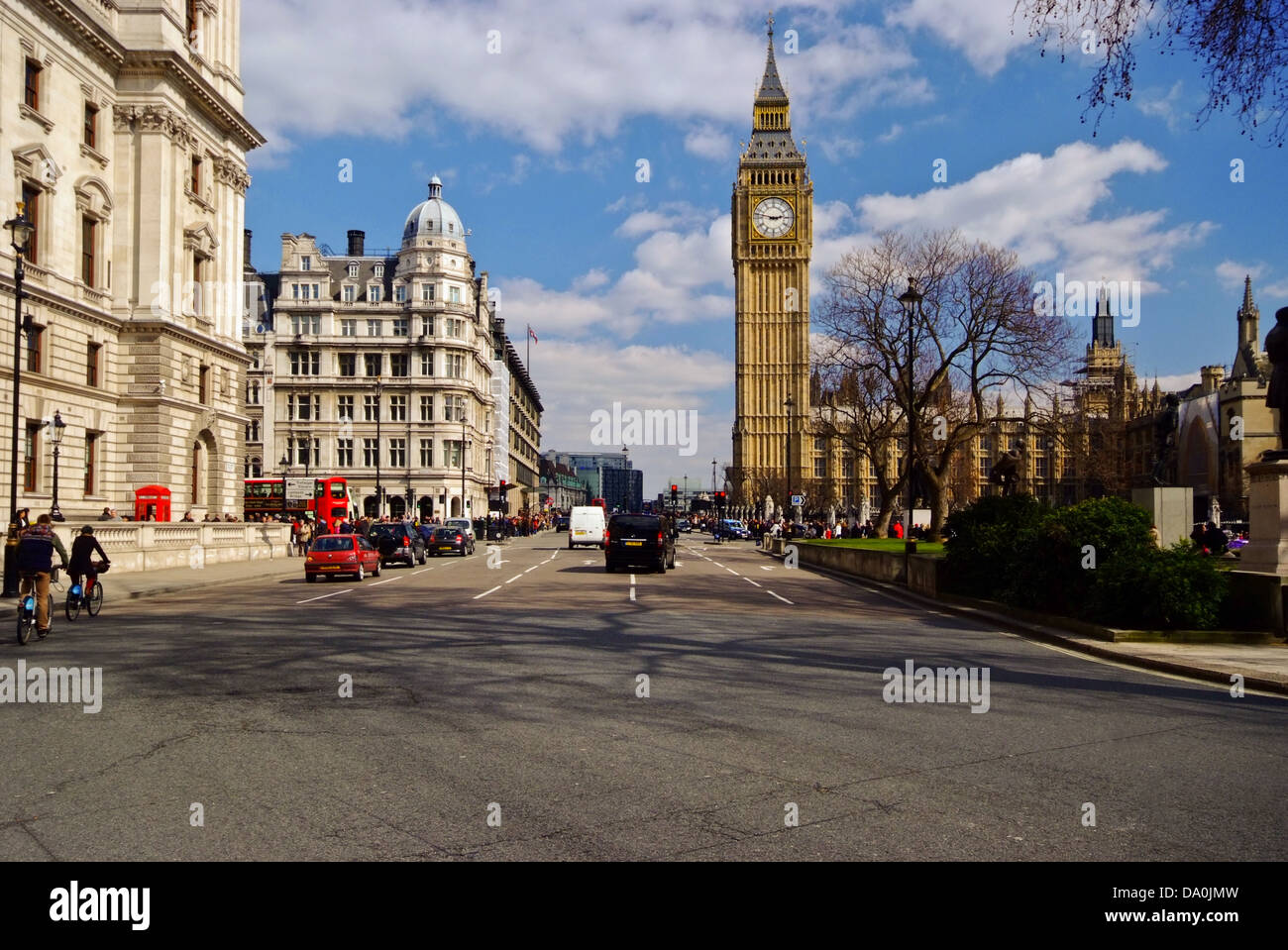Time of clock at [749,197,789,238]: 2:47
